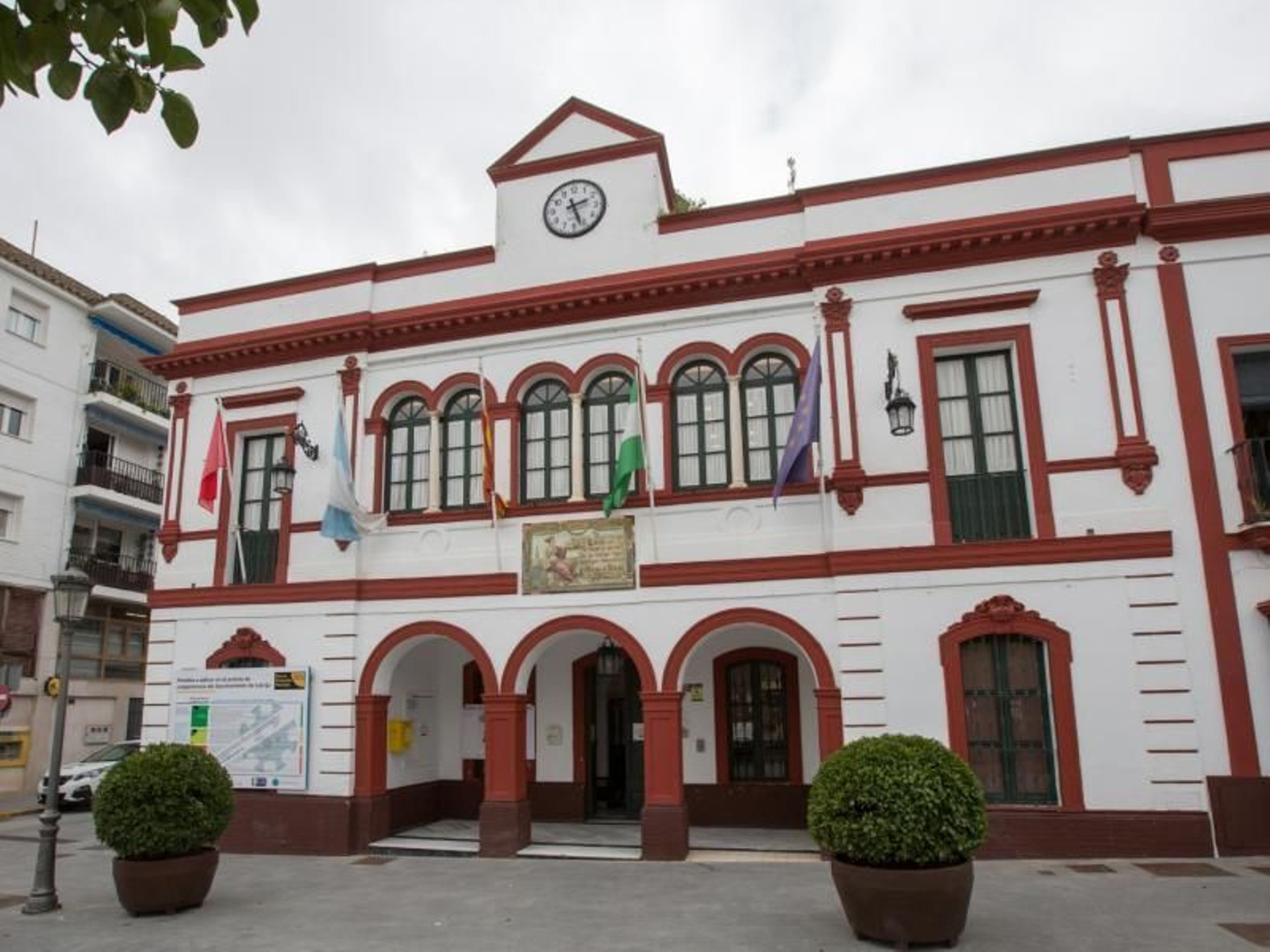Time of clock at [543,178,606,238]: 2:26
